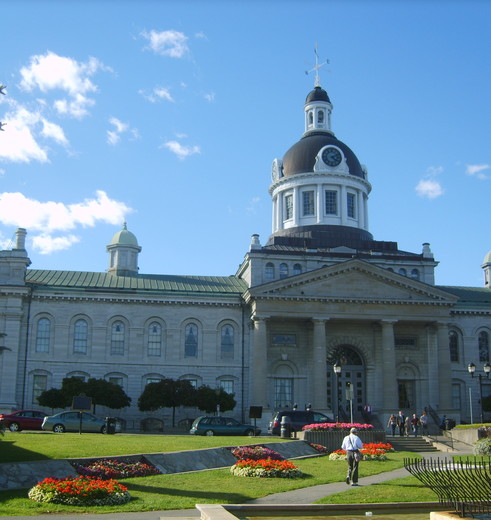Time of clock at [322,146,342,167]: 4:11
